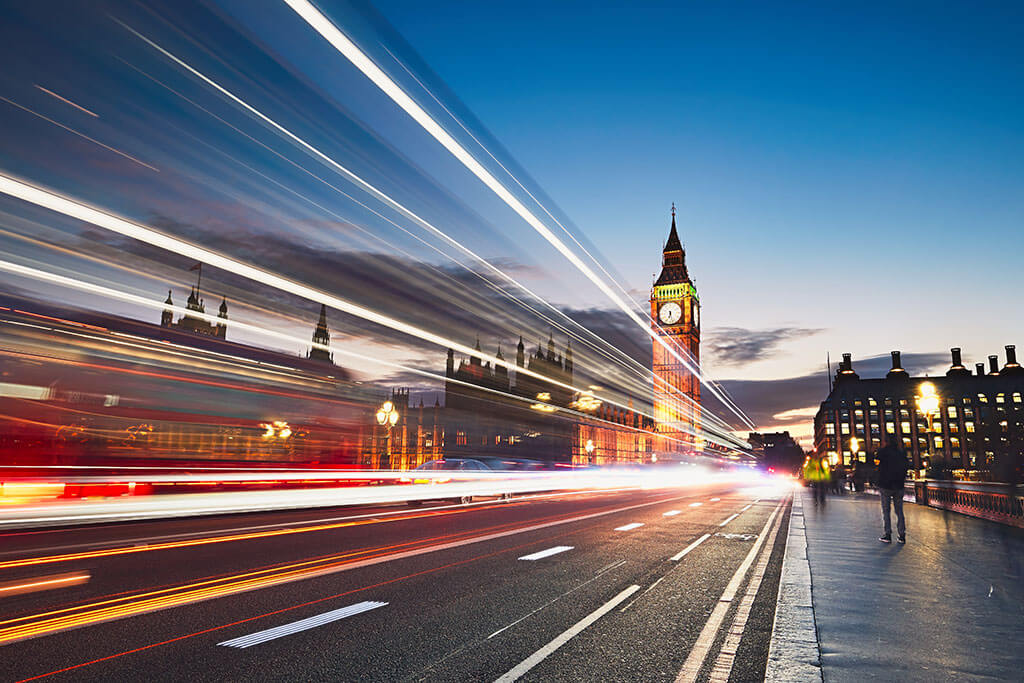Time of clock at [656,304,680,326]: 6:27
